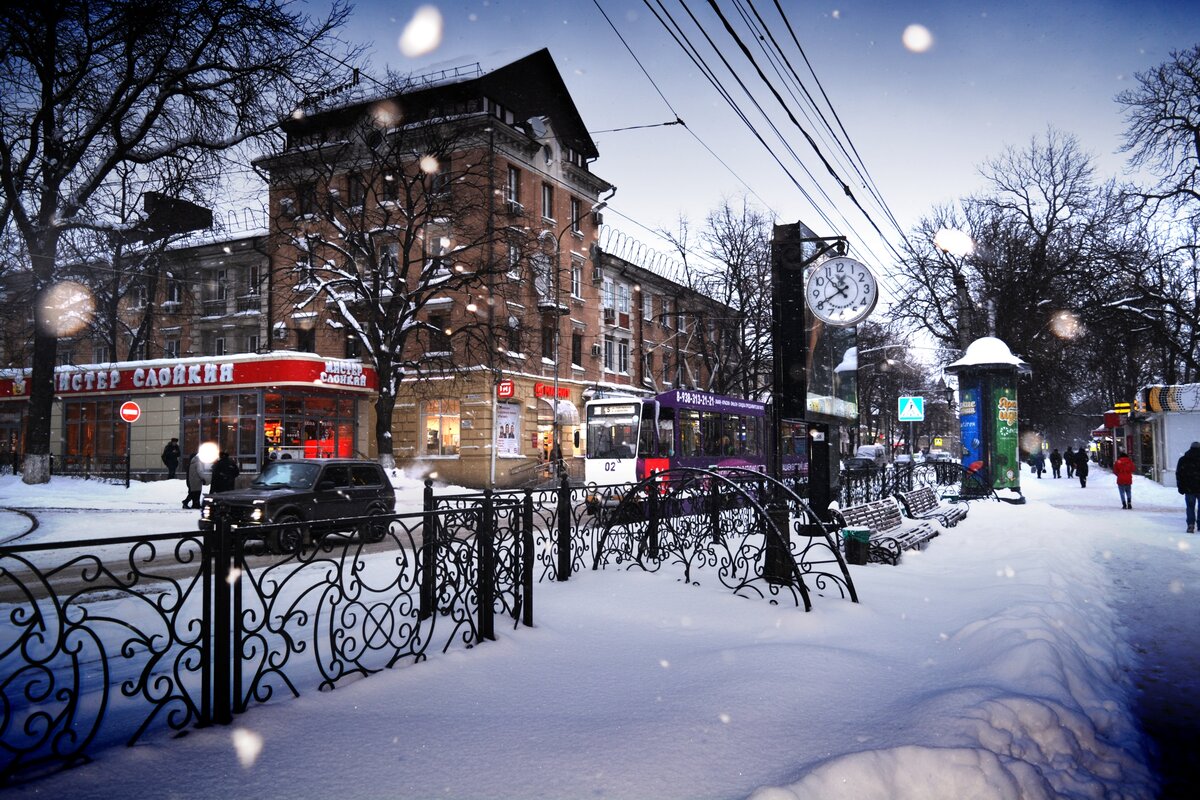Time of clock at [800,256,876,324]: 10:40
